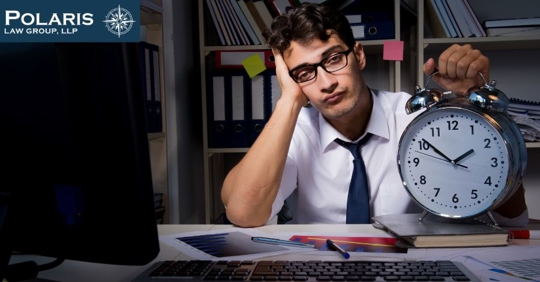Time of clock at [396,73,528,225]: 1:51
